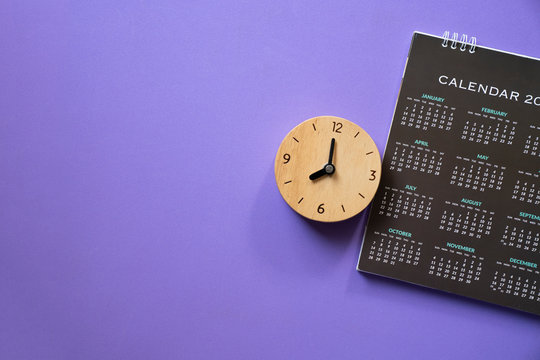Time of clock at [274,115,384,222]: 7:59
